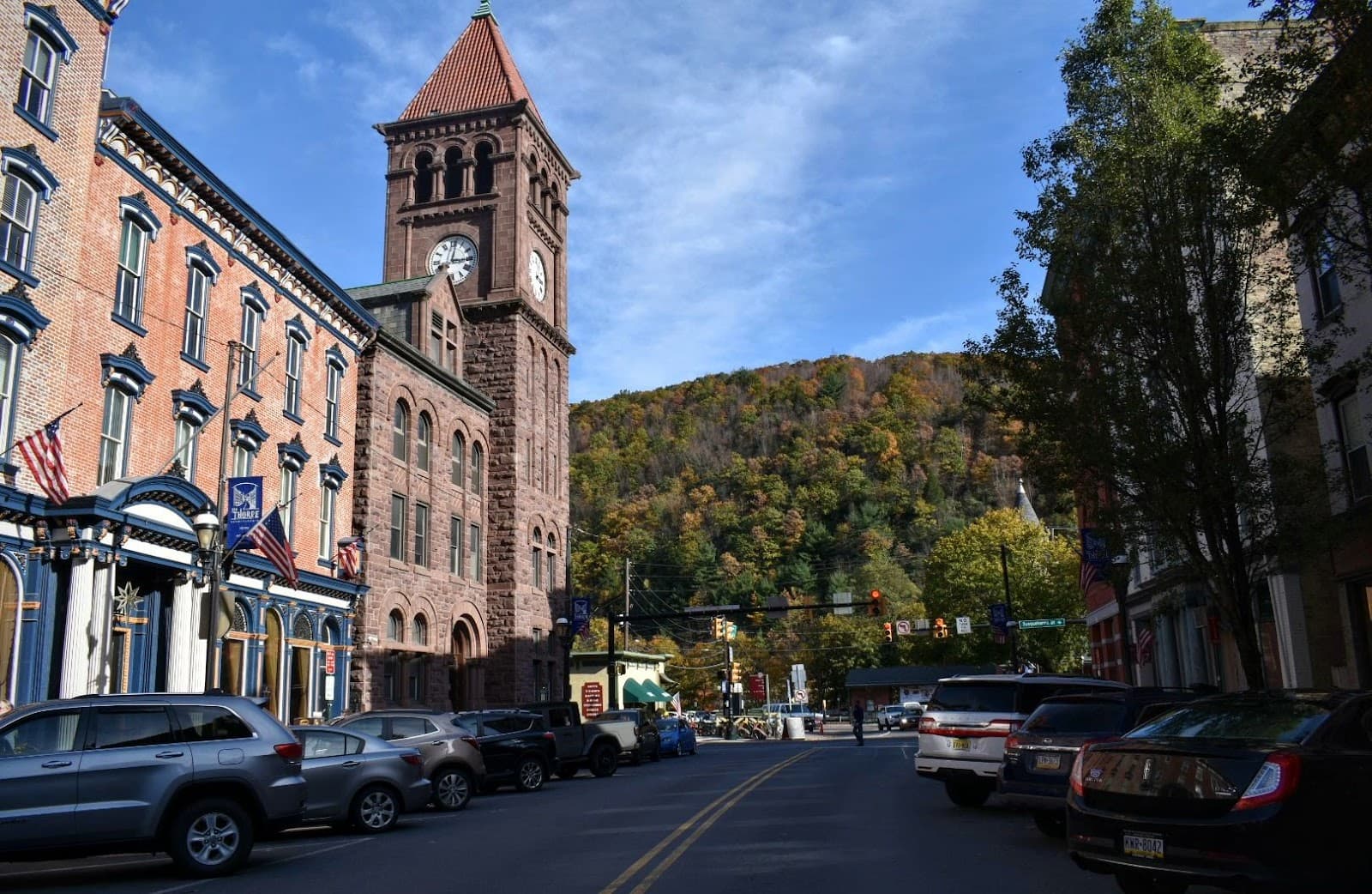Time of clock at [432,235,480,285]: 3:01
